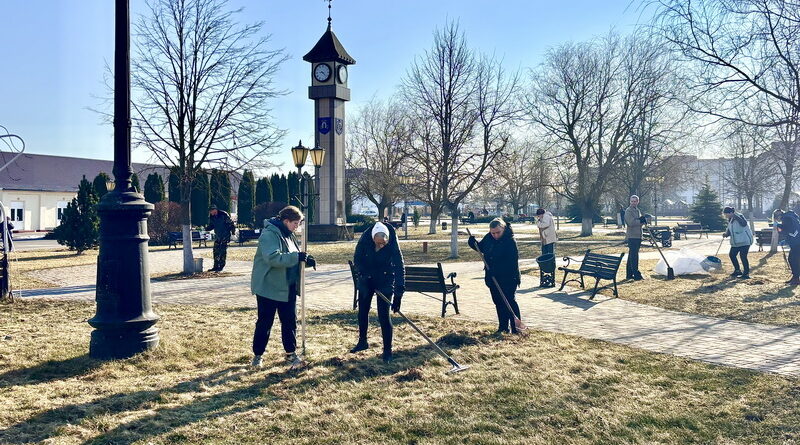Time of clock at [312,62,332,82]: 9:22
